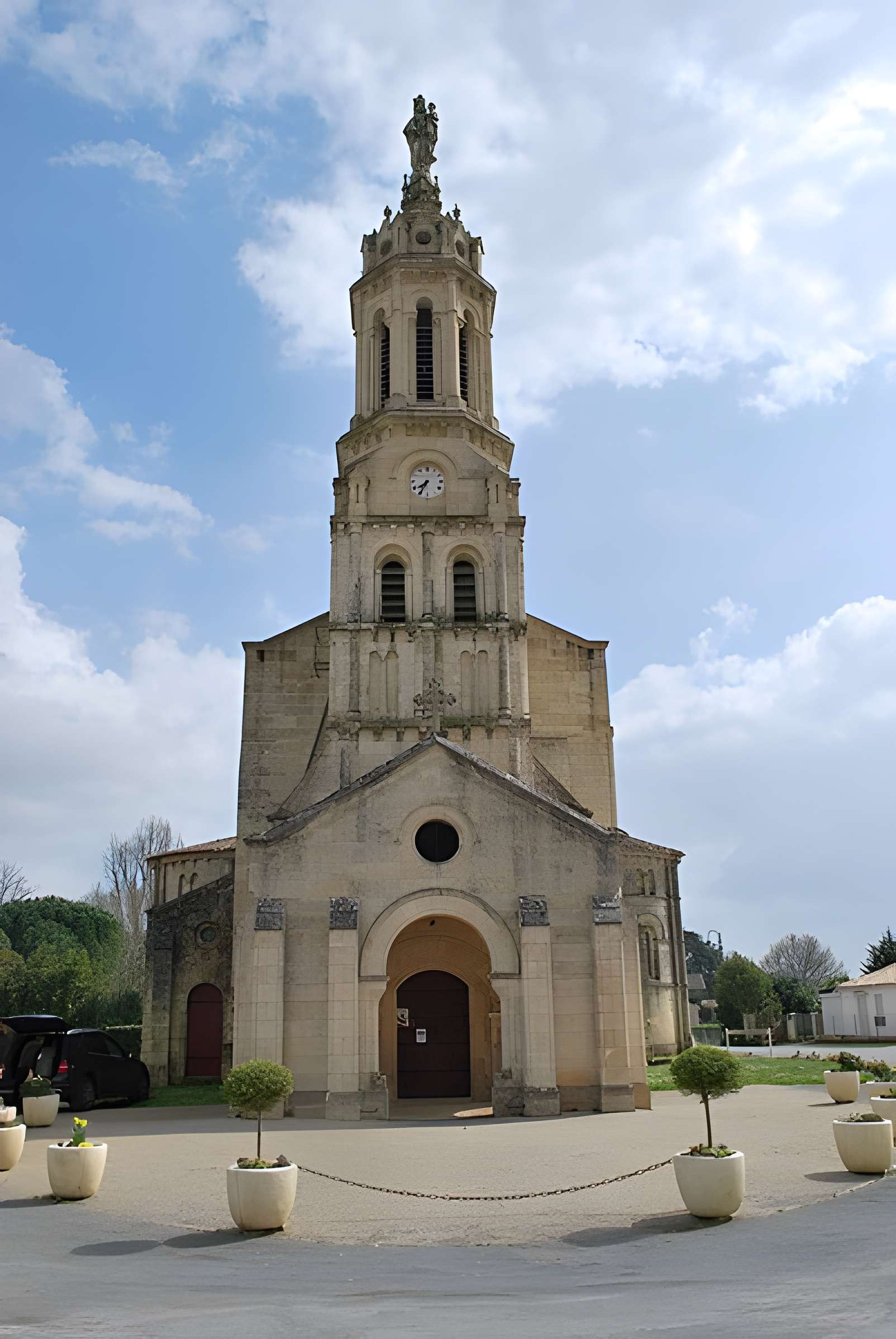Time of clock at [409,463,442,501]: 7:34
